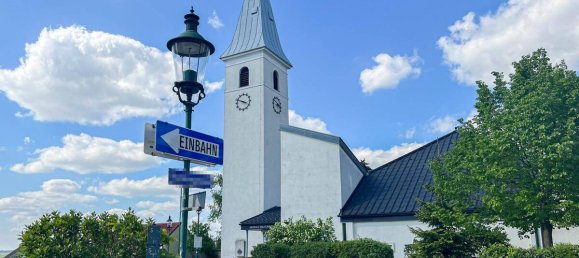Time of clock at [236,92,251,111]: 3:48
